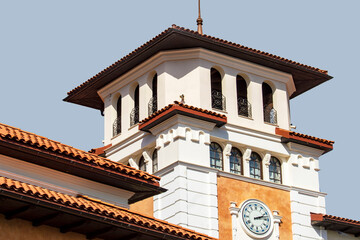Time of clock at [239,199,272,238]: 2:12
